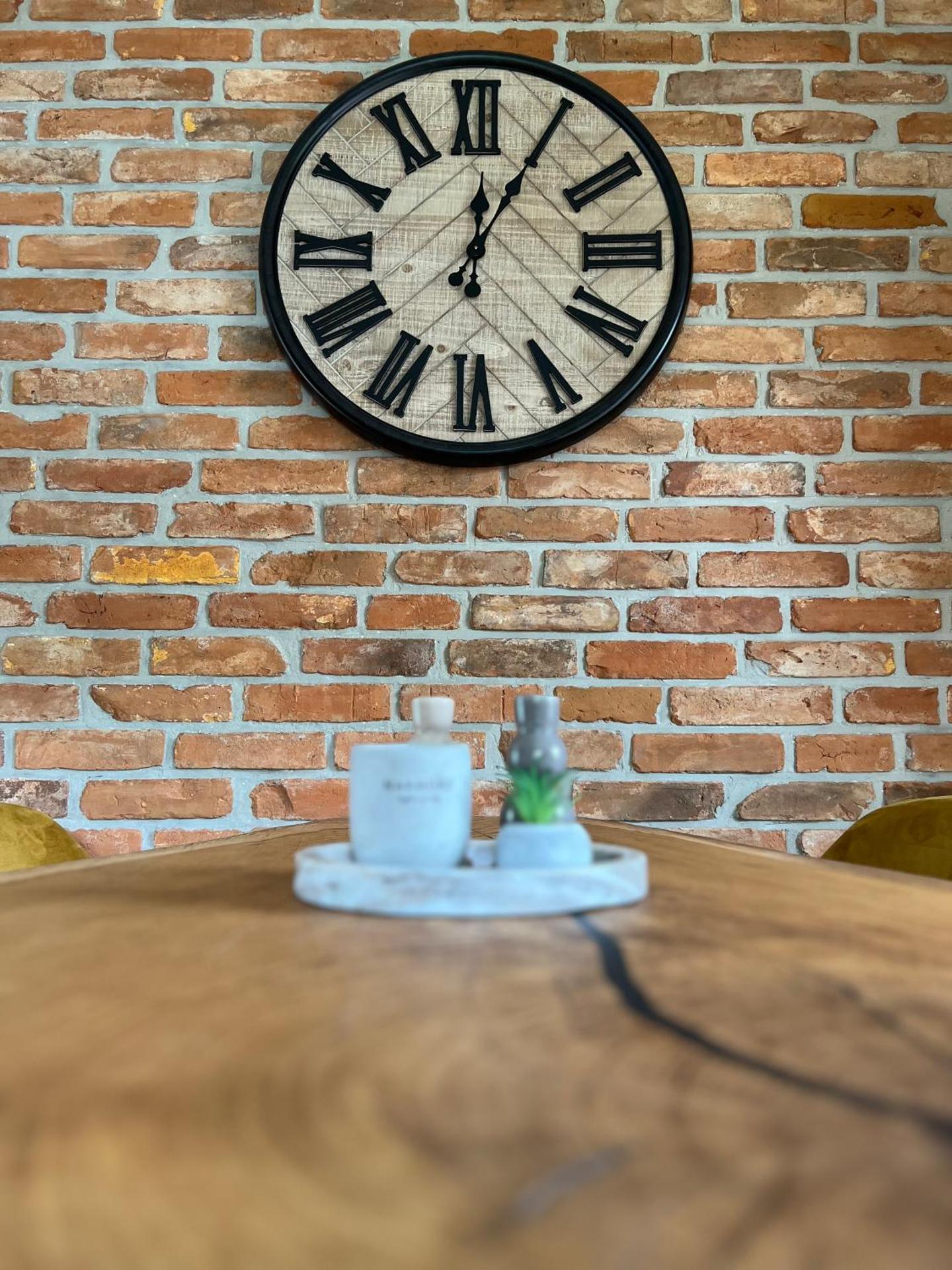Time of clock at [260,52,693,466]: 12:04
